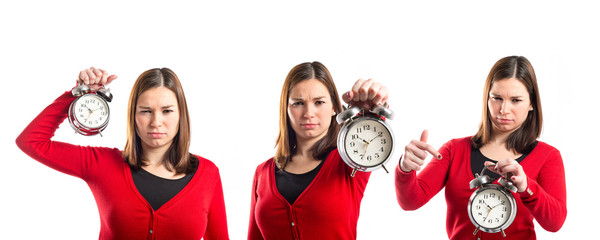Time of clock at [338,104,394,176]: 10:10
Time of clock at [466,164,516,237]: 10:10
